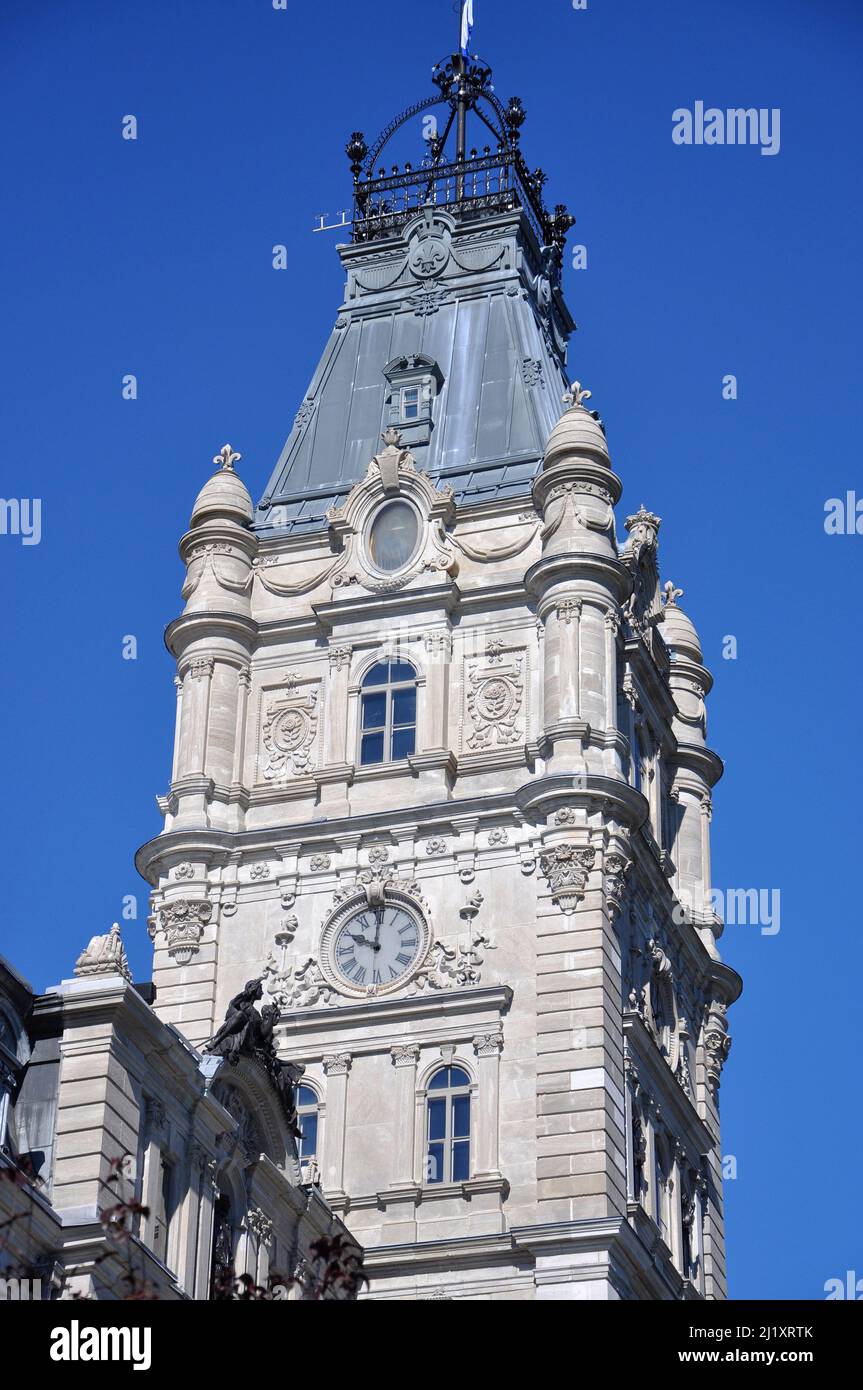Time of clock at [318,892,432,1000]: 10:00
